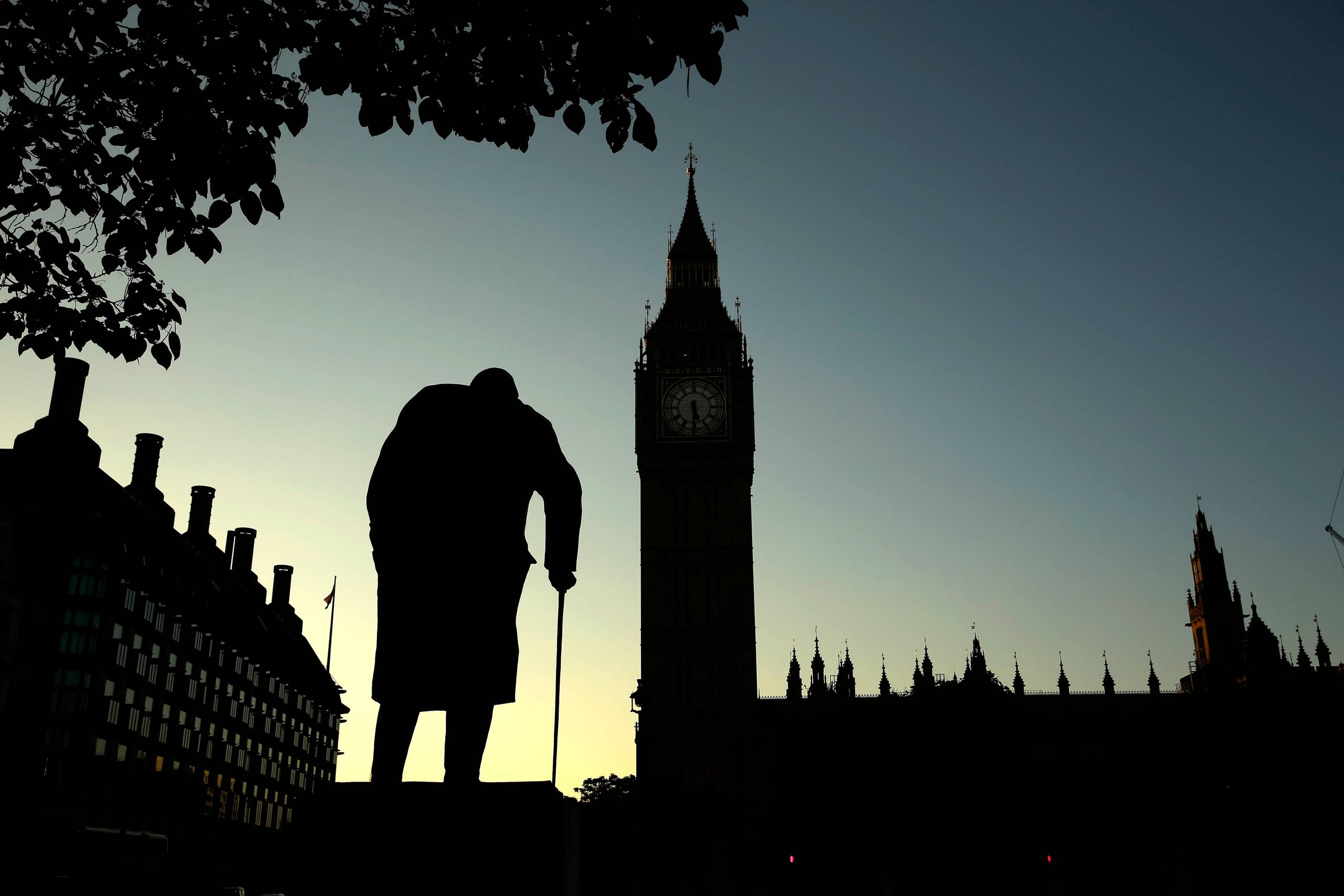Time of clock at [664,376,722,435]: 5:30
